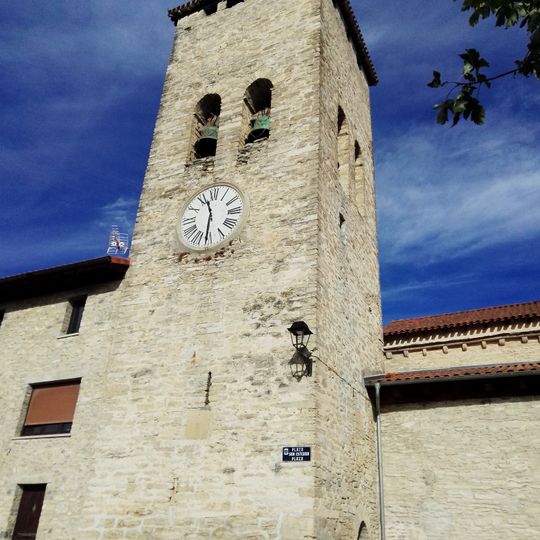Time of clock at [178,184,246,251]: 11:31
